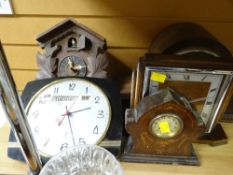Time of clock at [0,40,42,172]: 2:27
